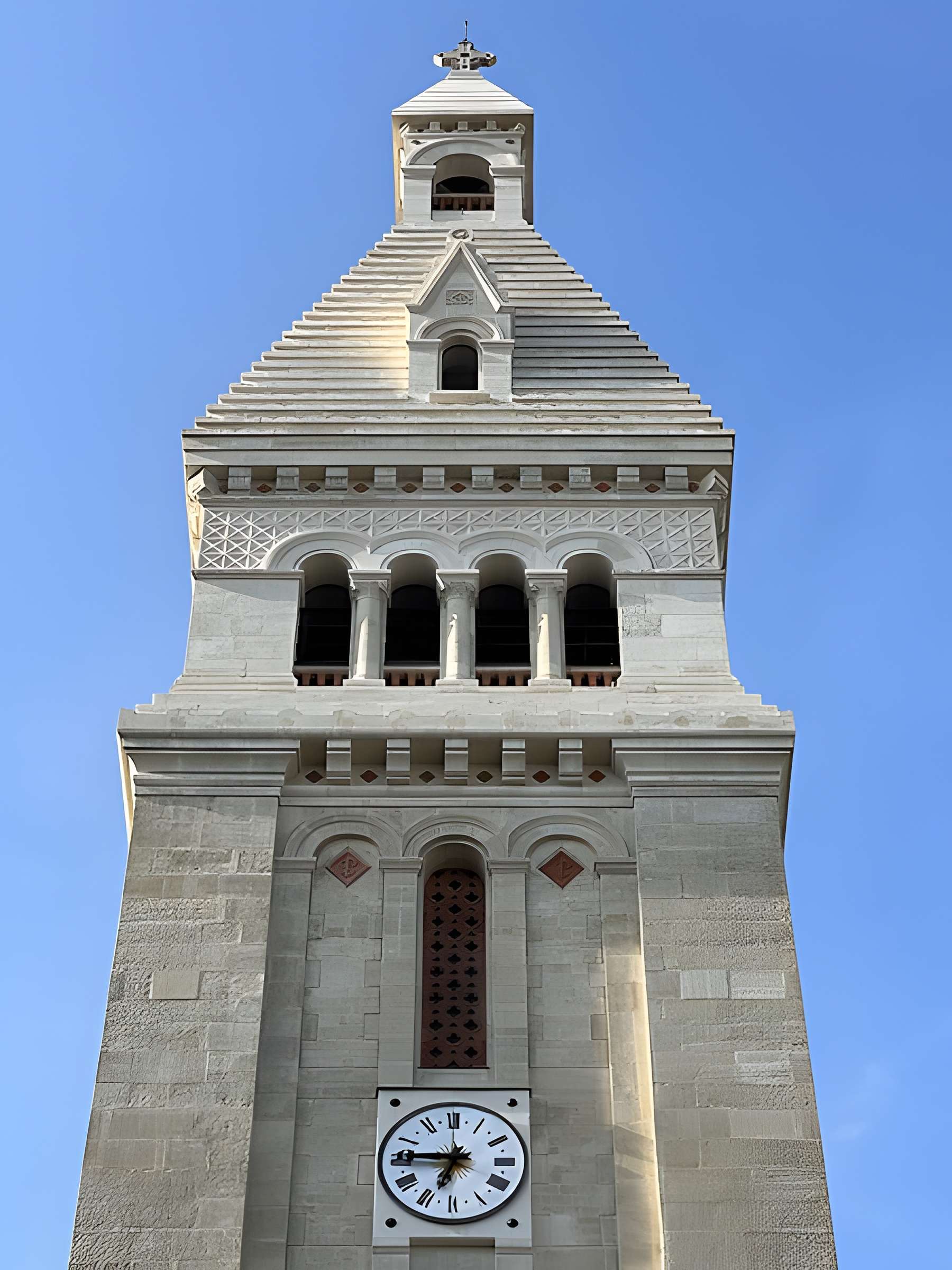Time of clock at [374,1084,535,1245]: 6:45
